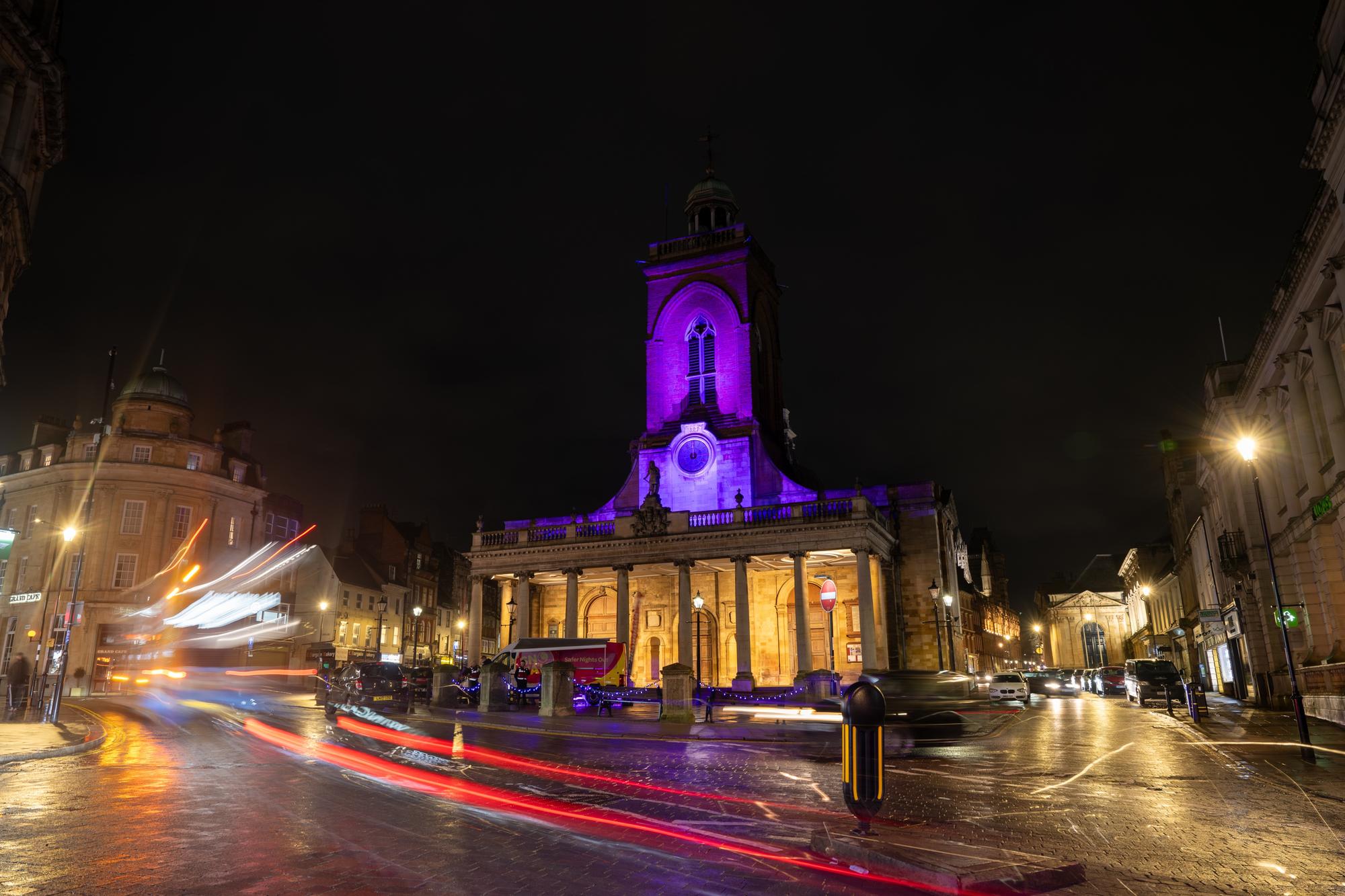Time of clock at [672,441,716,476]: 8:59
